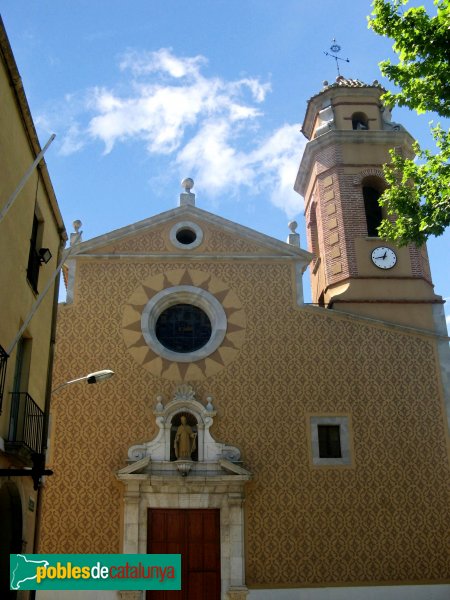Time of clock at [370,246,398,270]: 12:43
